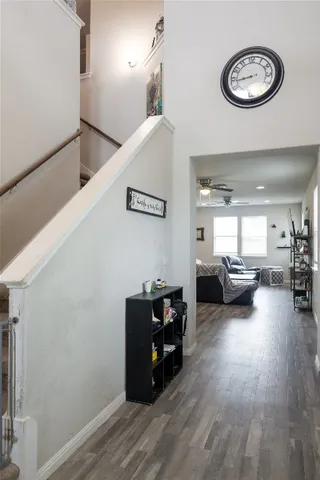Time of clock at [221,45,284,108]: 8:43
